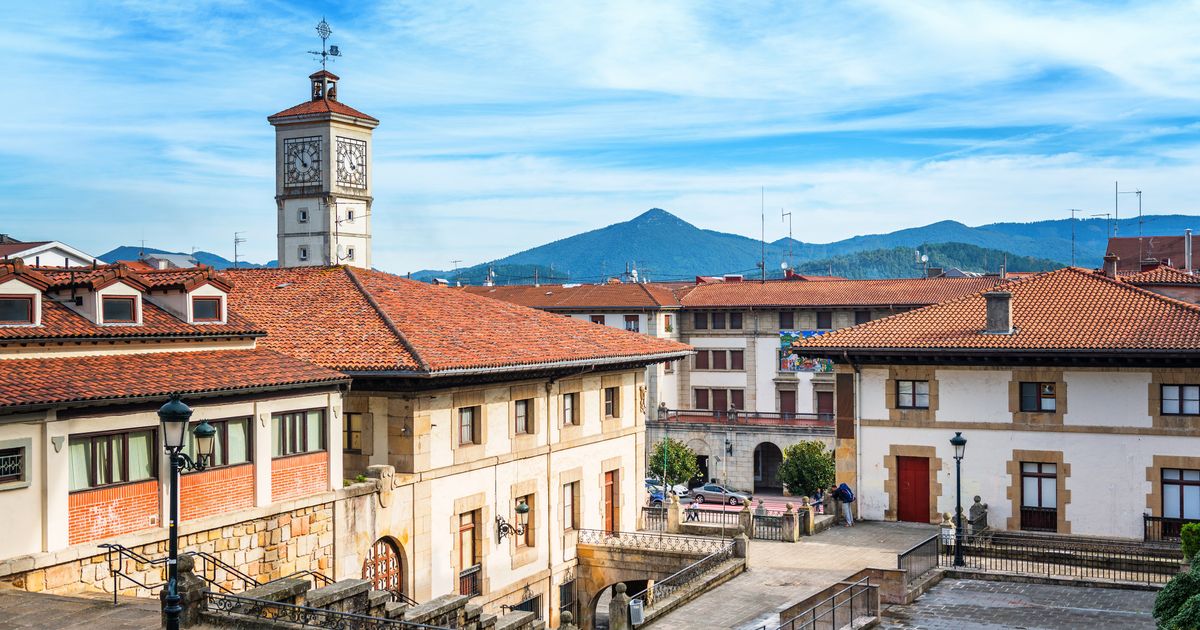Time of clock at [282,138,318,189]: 11:52
